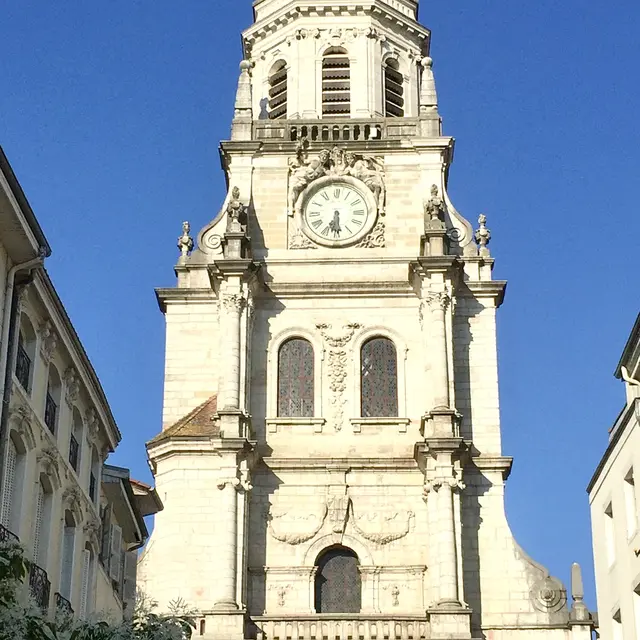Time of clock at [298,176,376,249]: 6:29
